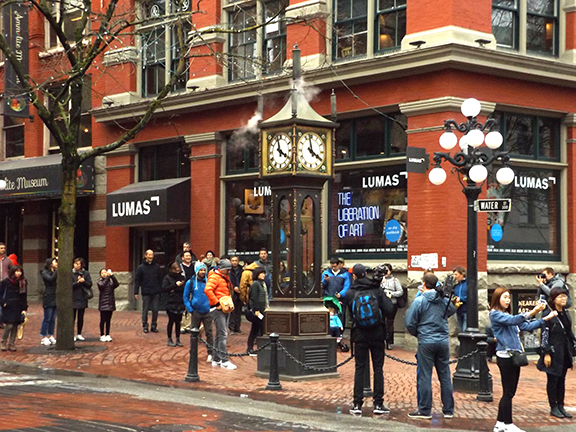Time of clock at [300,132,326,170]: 3:58
